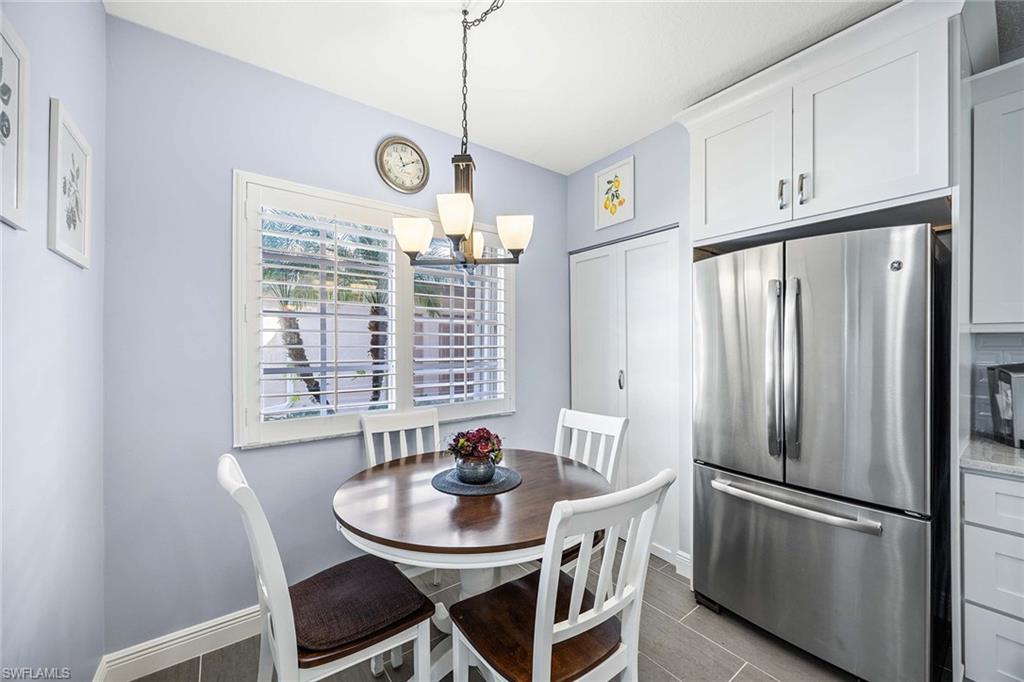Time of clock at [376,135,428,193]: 11:10
